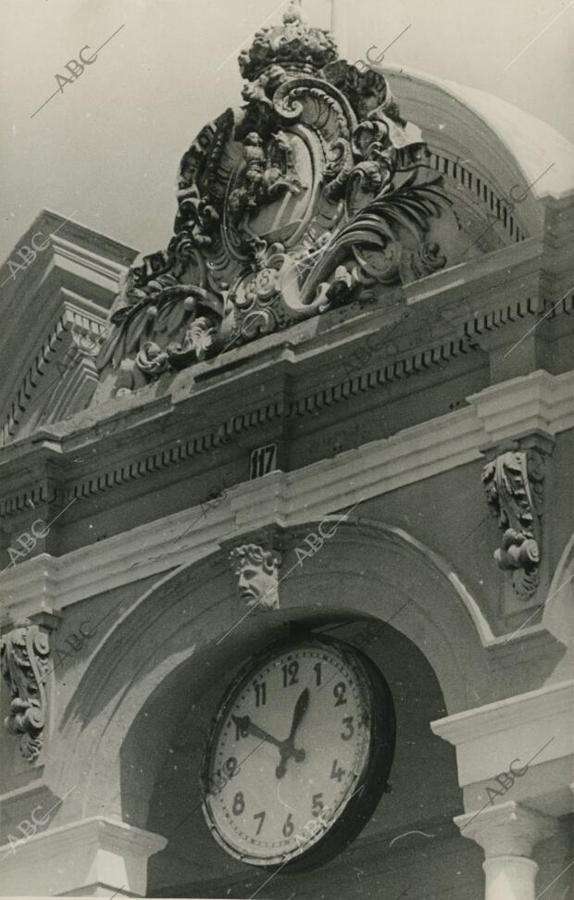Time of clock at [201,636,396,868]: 12:50
